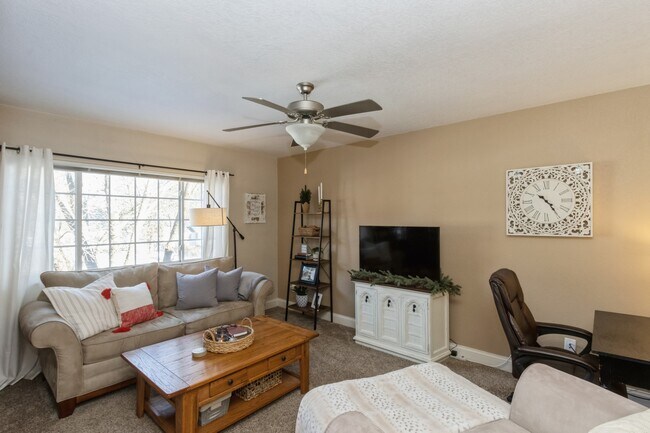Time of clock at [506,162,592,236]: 4:23
